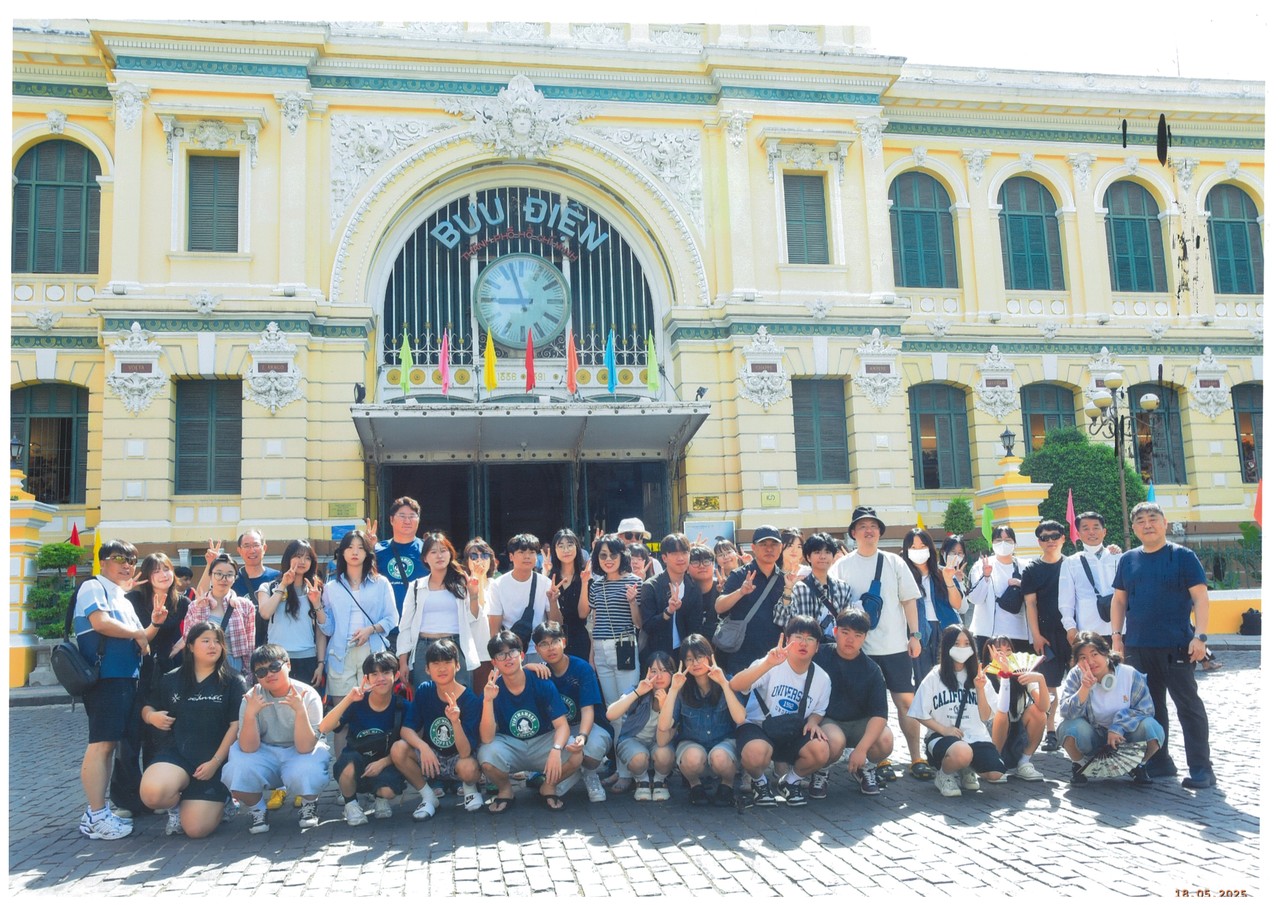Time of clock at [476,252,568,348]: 8:57
